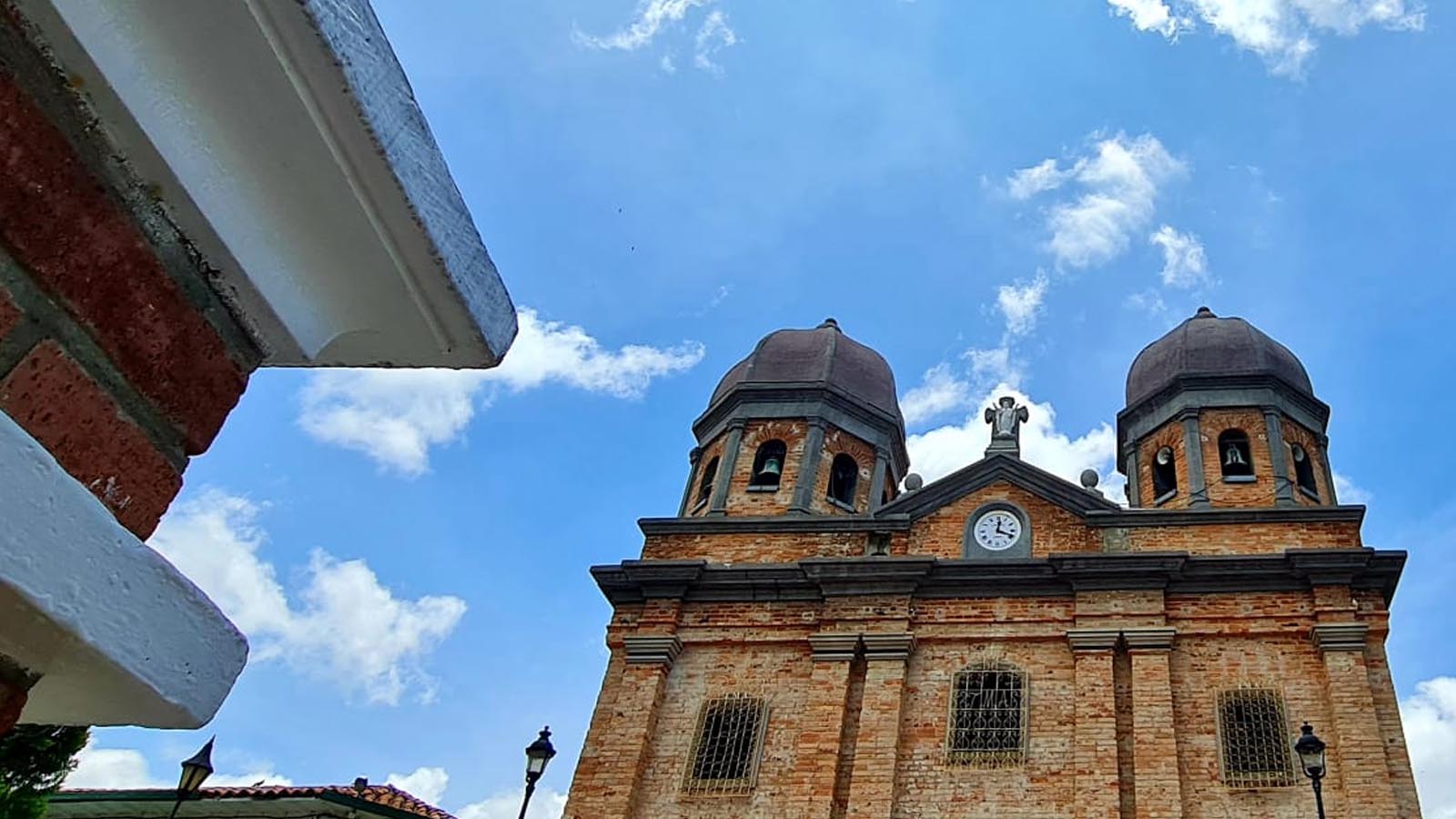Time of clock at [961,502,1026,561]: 12:18
